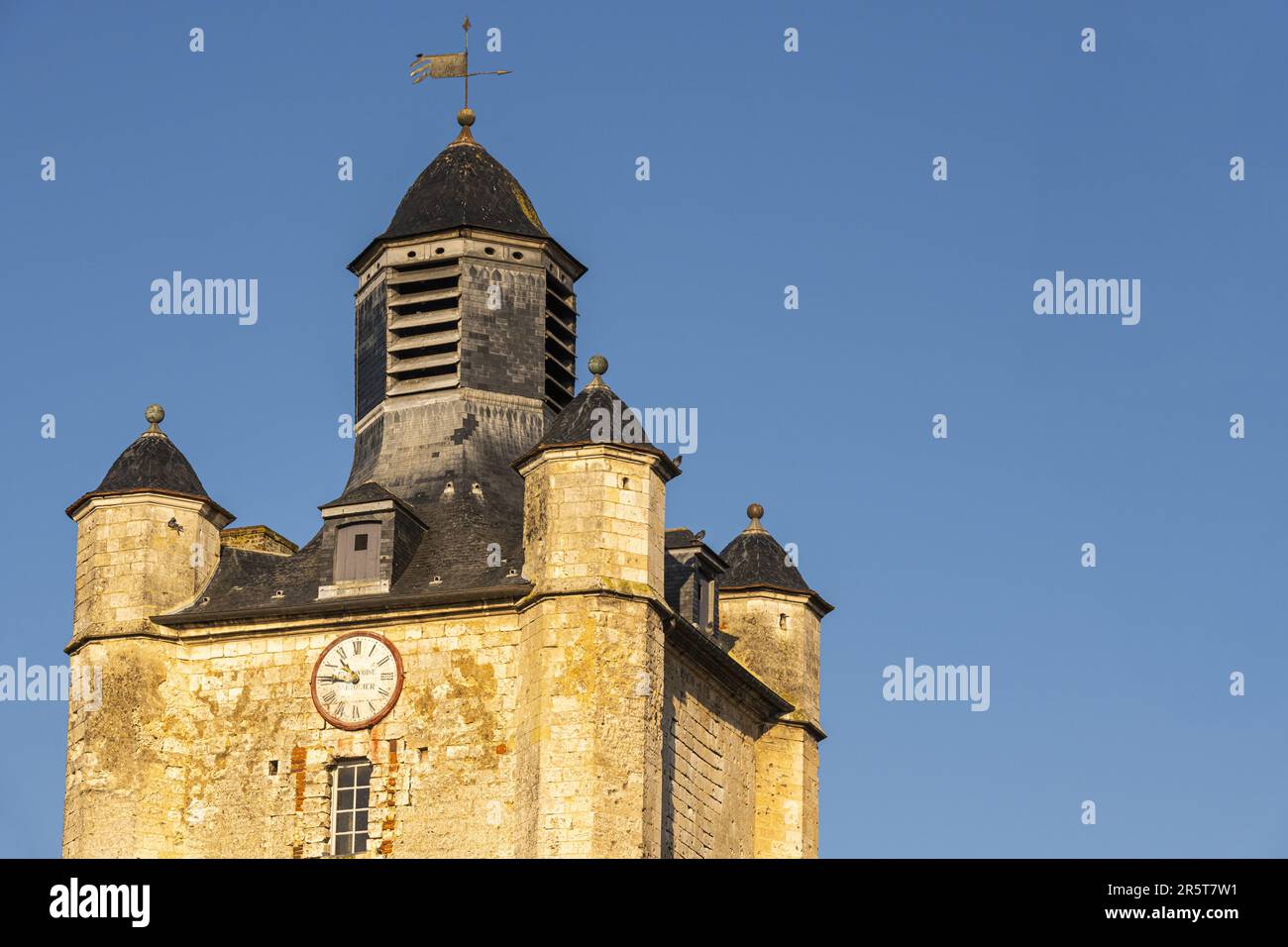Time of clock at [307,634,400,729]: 10:45
